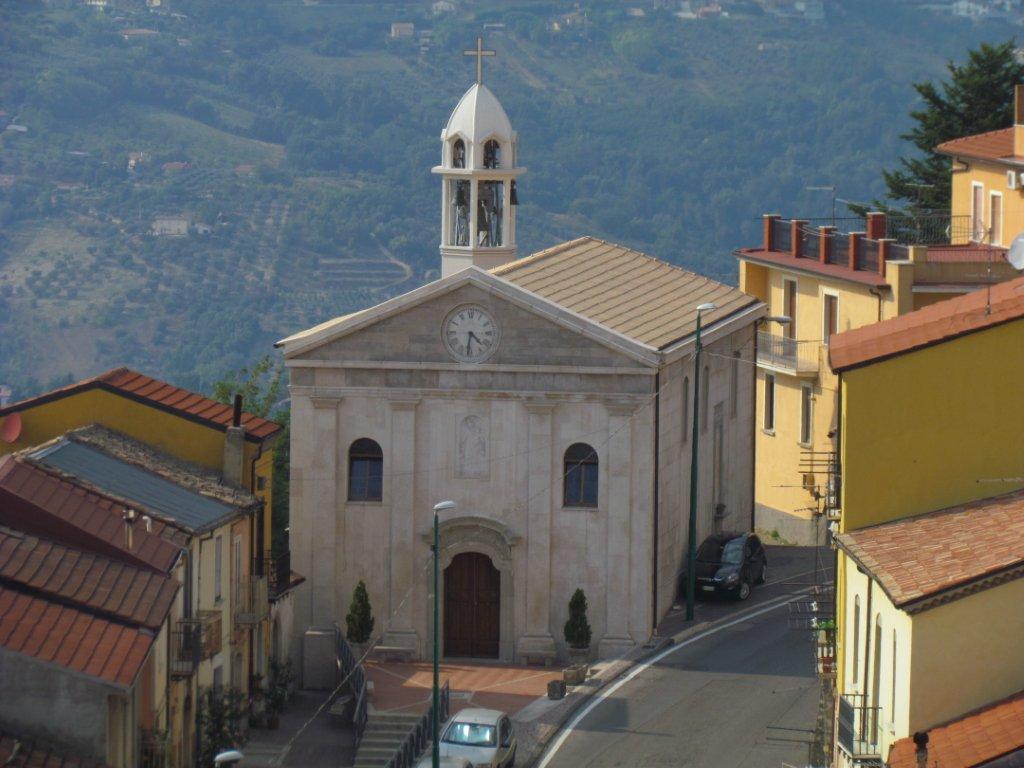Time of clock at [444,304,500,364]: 4:31
